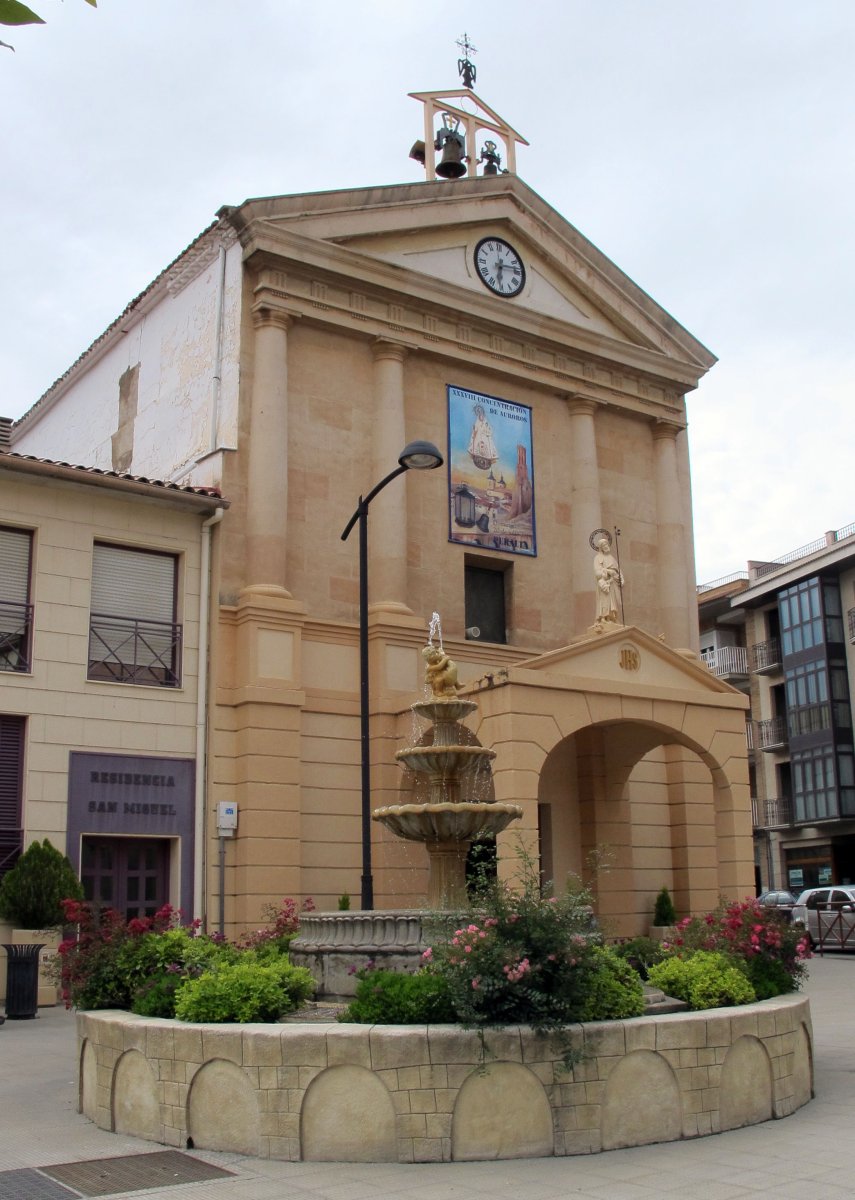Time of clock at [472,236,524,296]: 6:13
